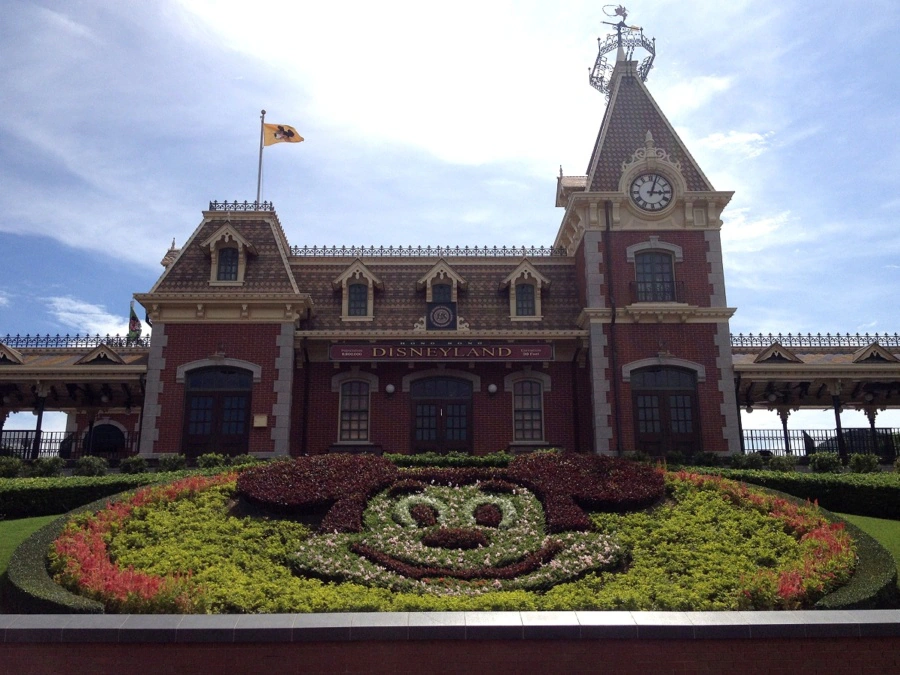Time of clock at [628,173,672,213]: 3:03
